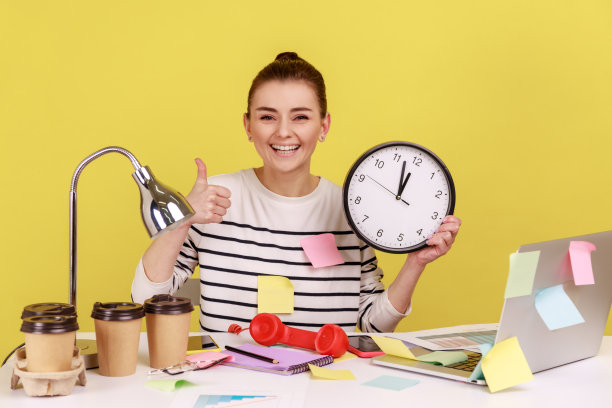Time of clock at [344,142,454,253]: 11:56
